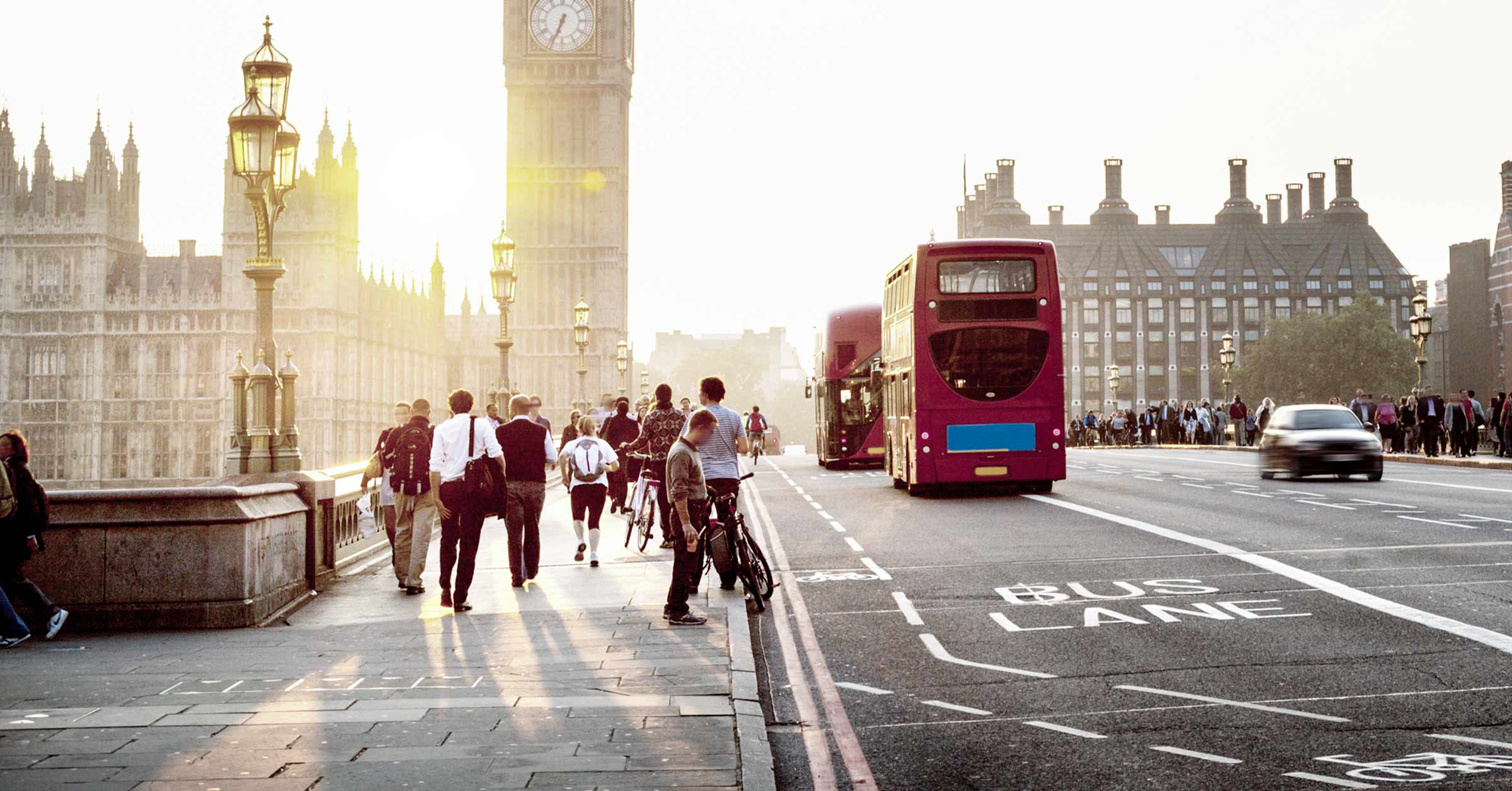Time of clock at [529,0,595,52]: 6:34
